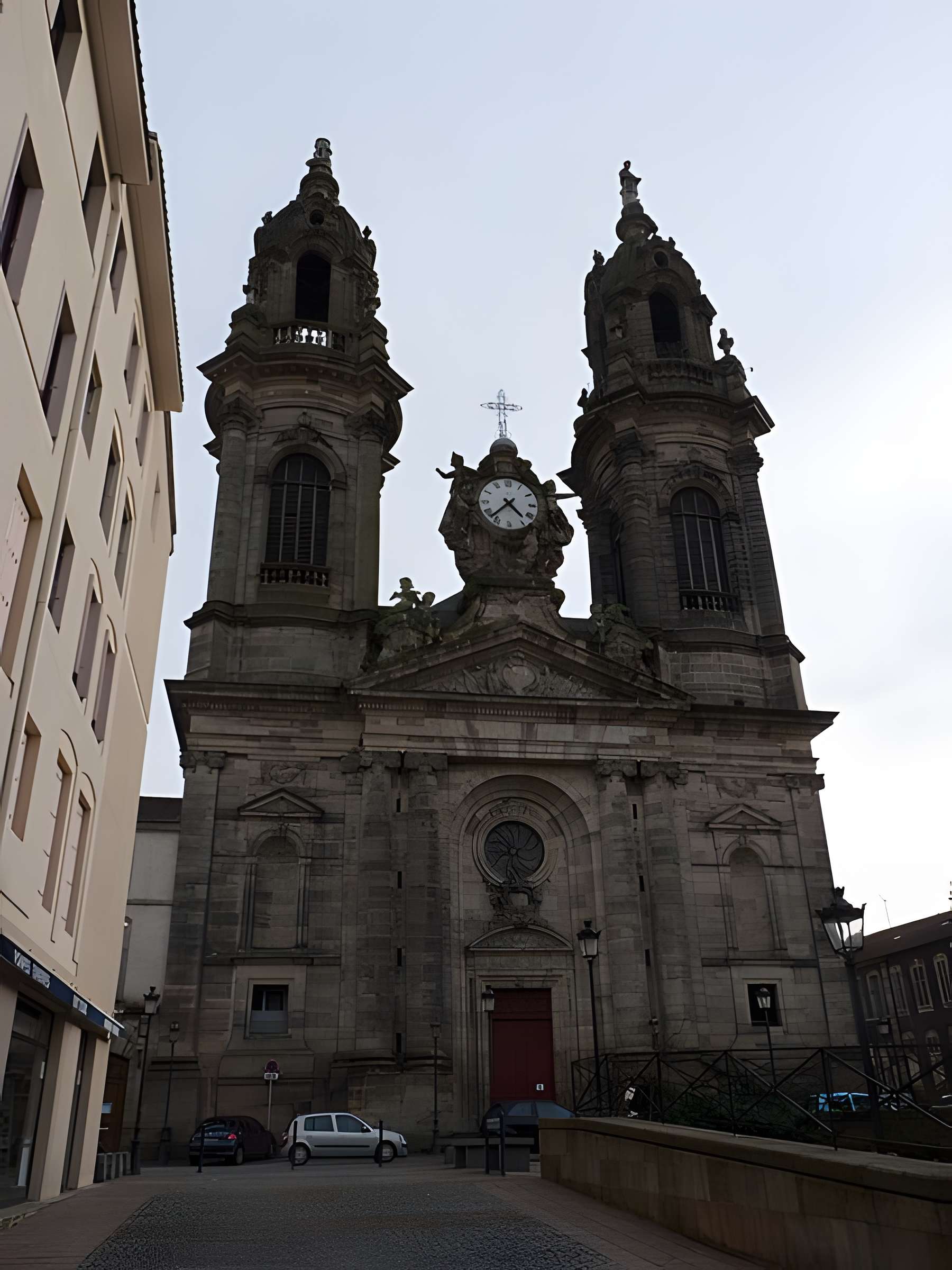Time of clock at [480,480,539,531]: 4:37
